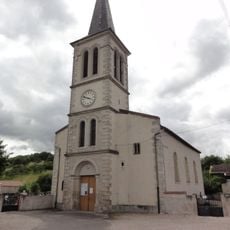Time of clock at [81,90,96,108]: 3:48
